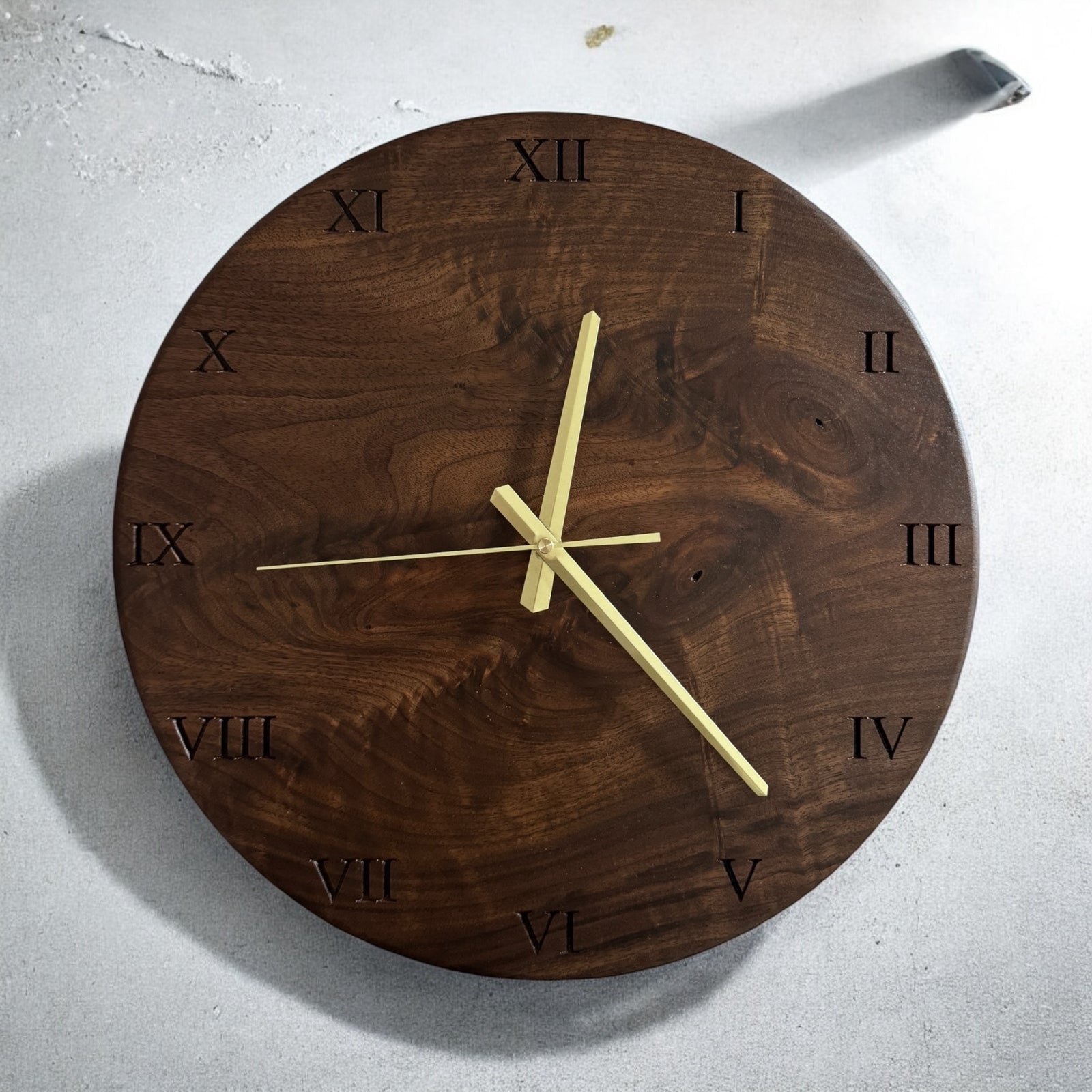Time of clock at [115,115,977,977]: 12:23
